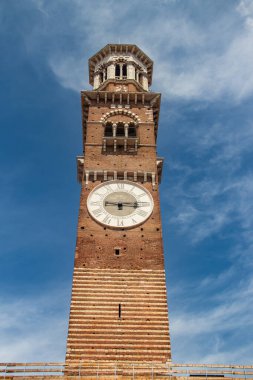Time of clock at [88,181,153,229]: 9:15
